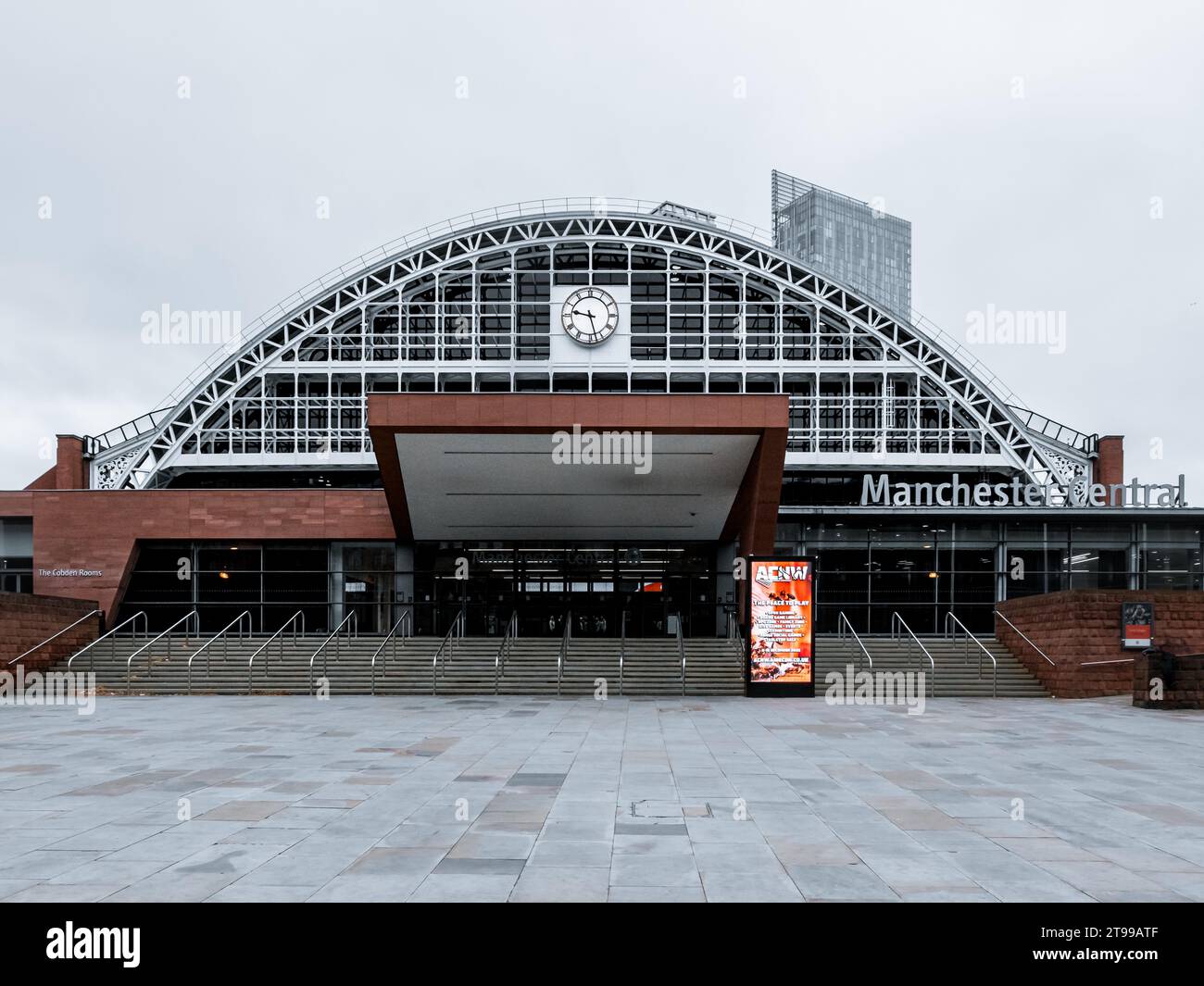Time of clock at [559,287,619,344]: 9:27
